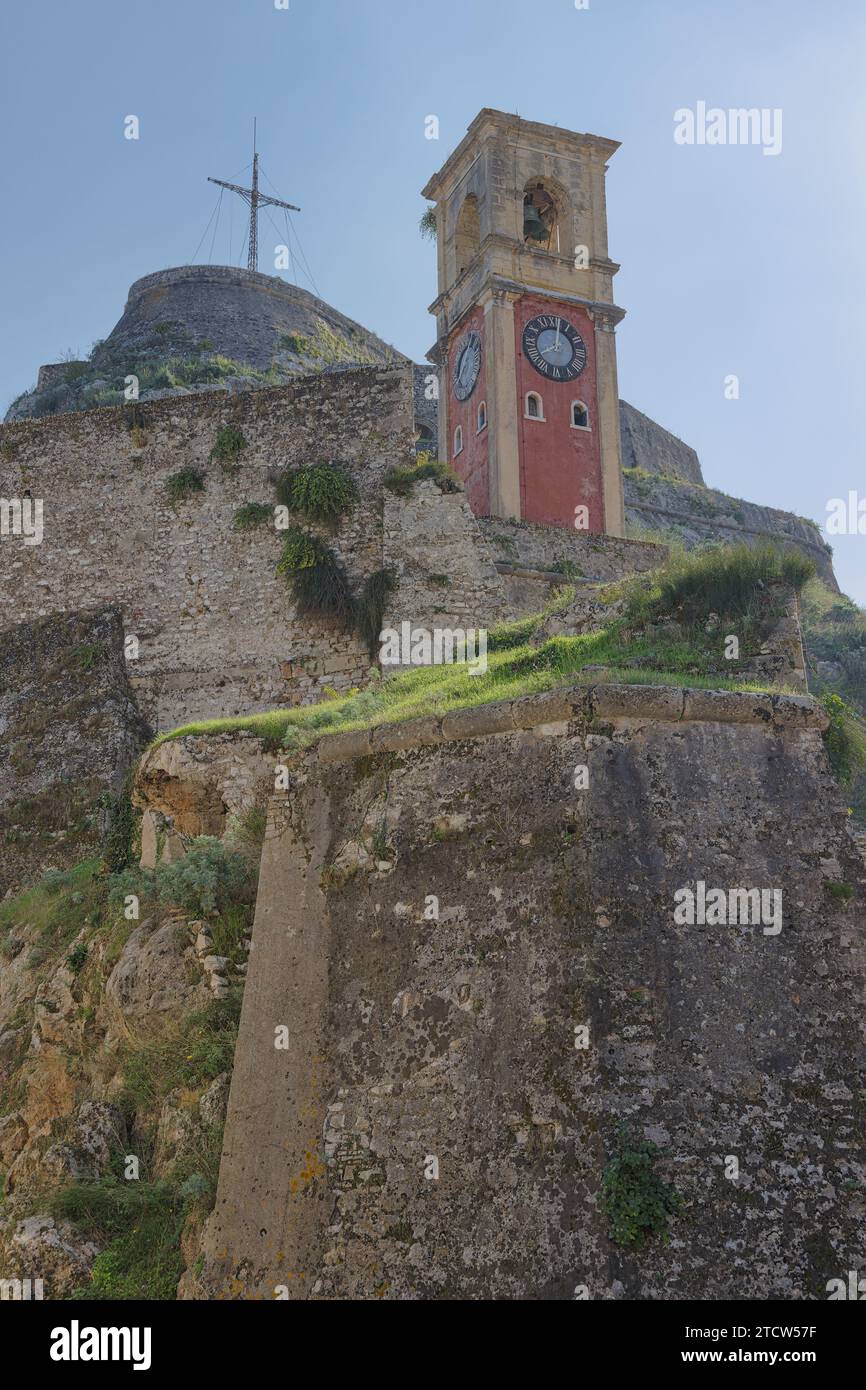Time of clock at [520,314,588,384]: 8:01
